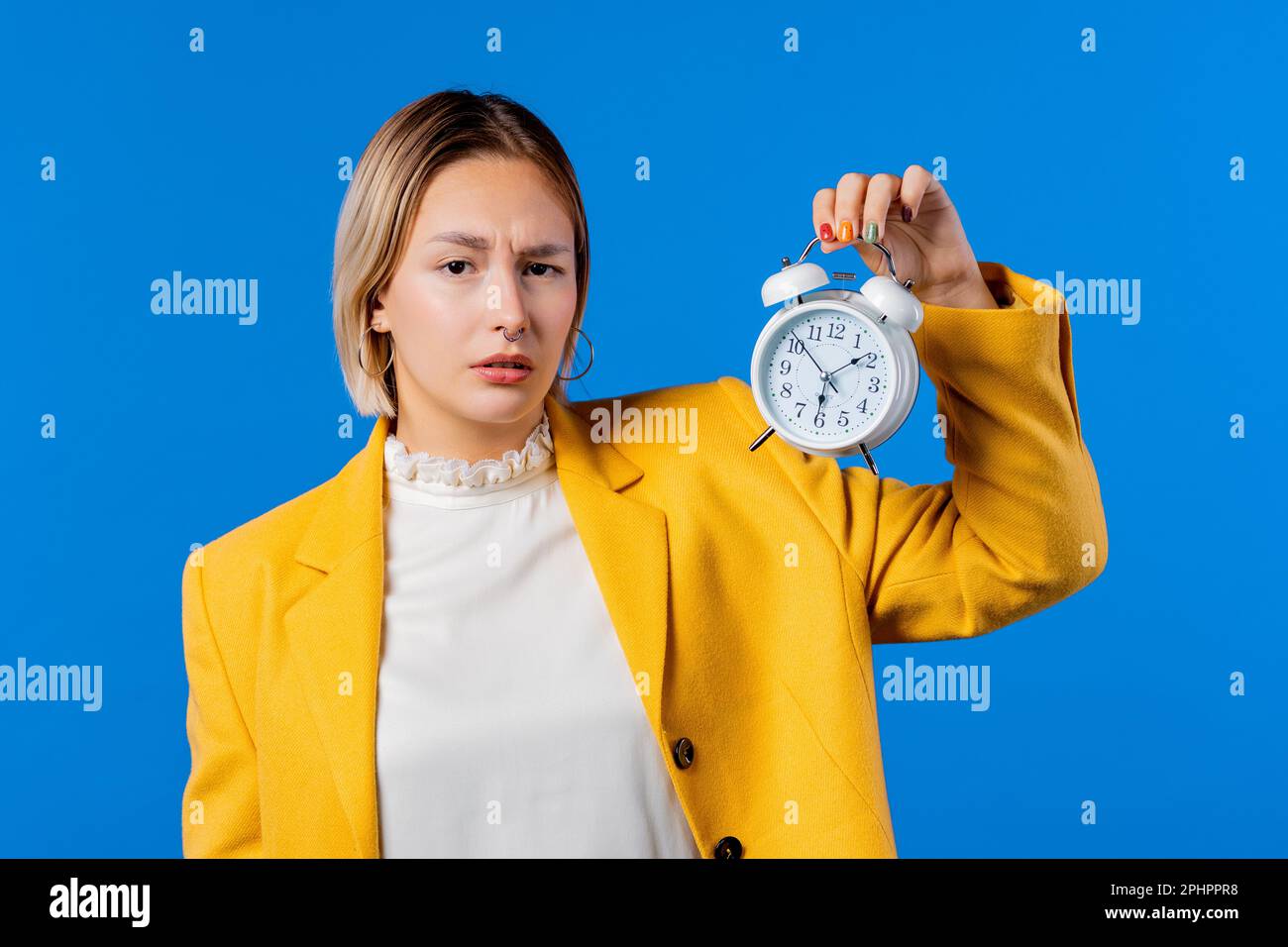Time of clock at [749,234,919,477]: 6:08
